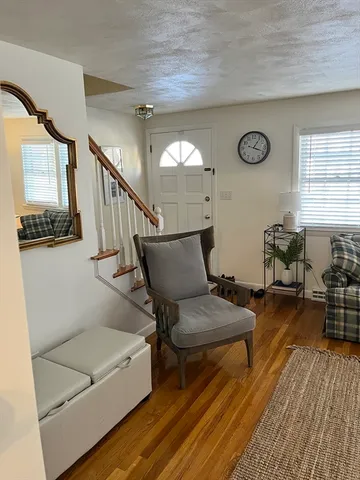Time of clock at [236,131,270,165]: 1:18
